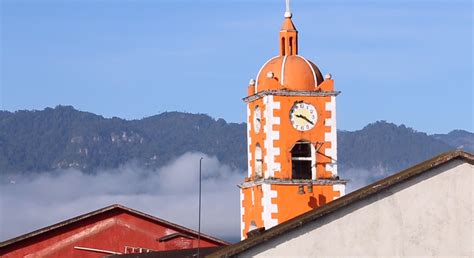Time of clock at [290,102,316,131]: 9:20
